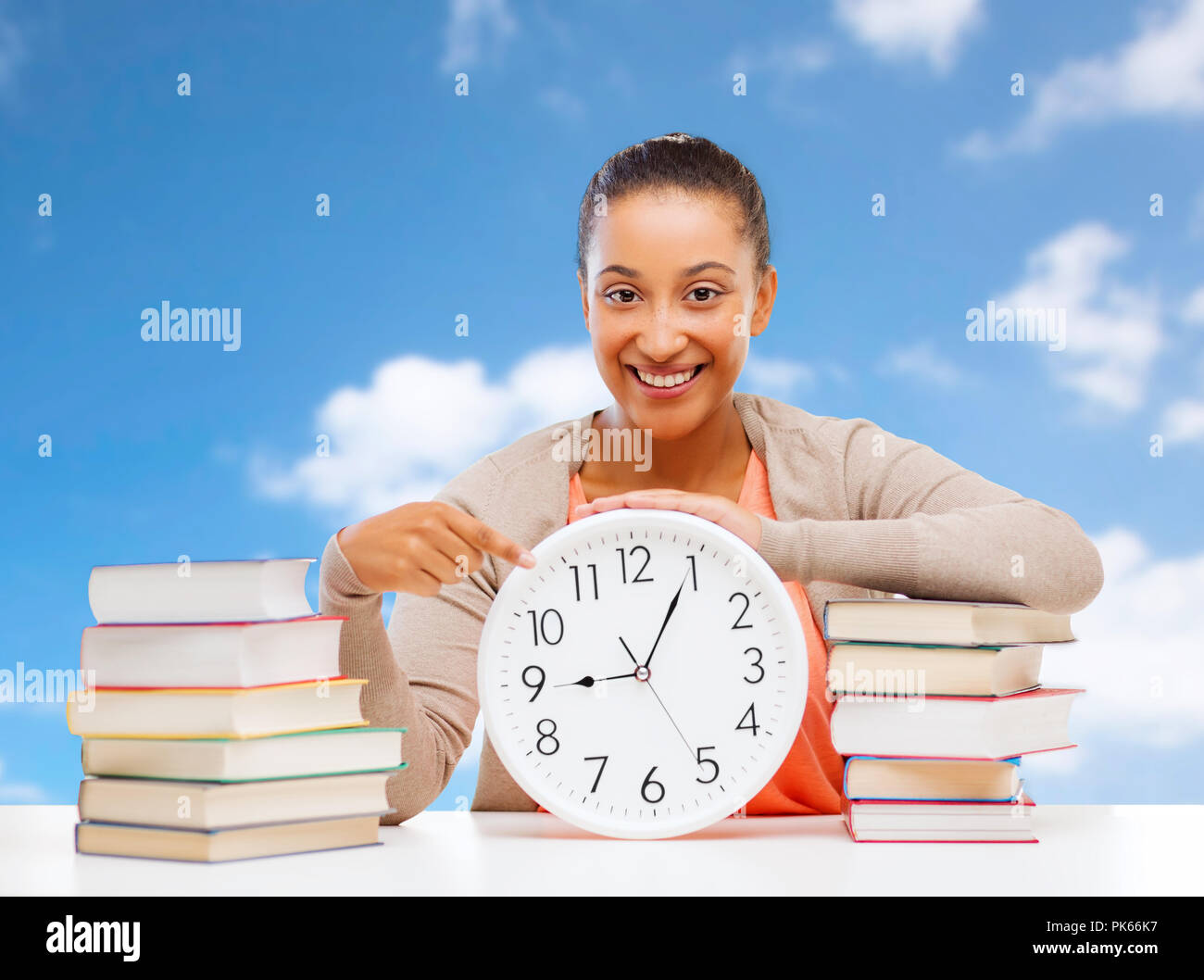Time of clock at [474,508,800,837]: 9:04
